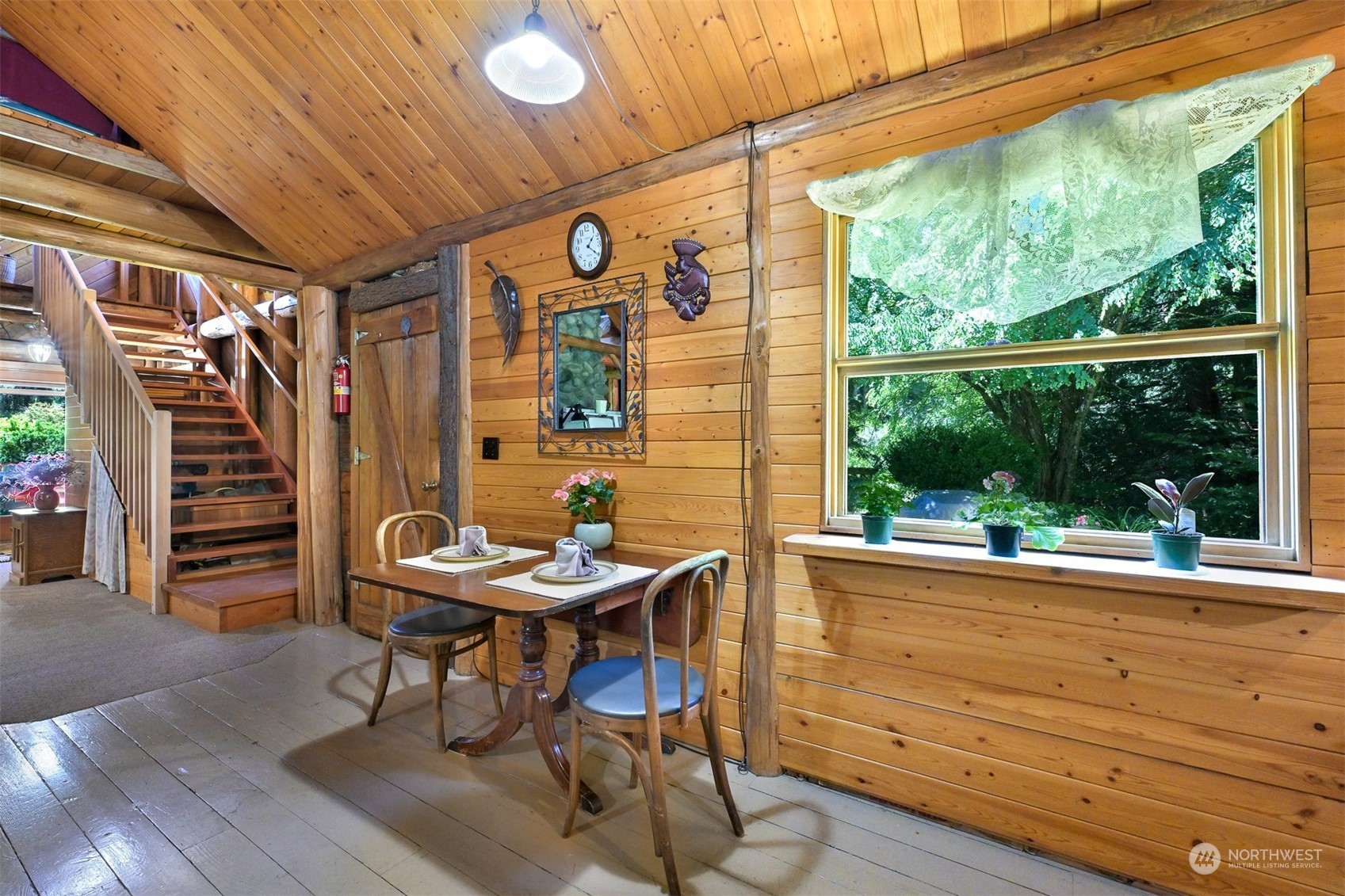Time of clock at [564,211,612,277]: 1:20
